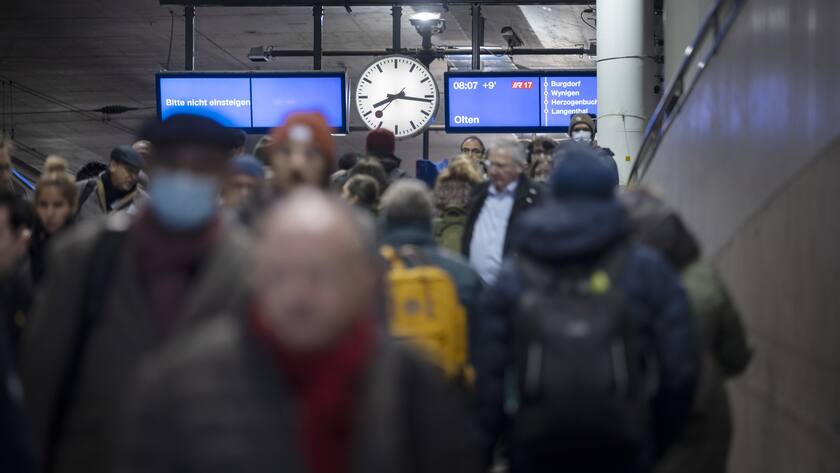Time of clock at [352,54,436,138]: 8:16
